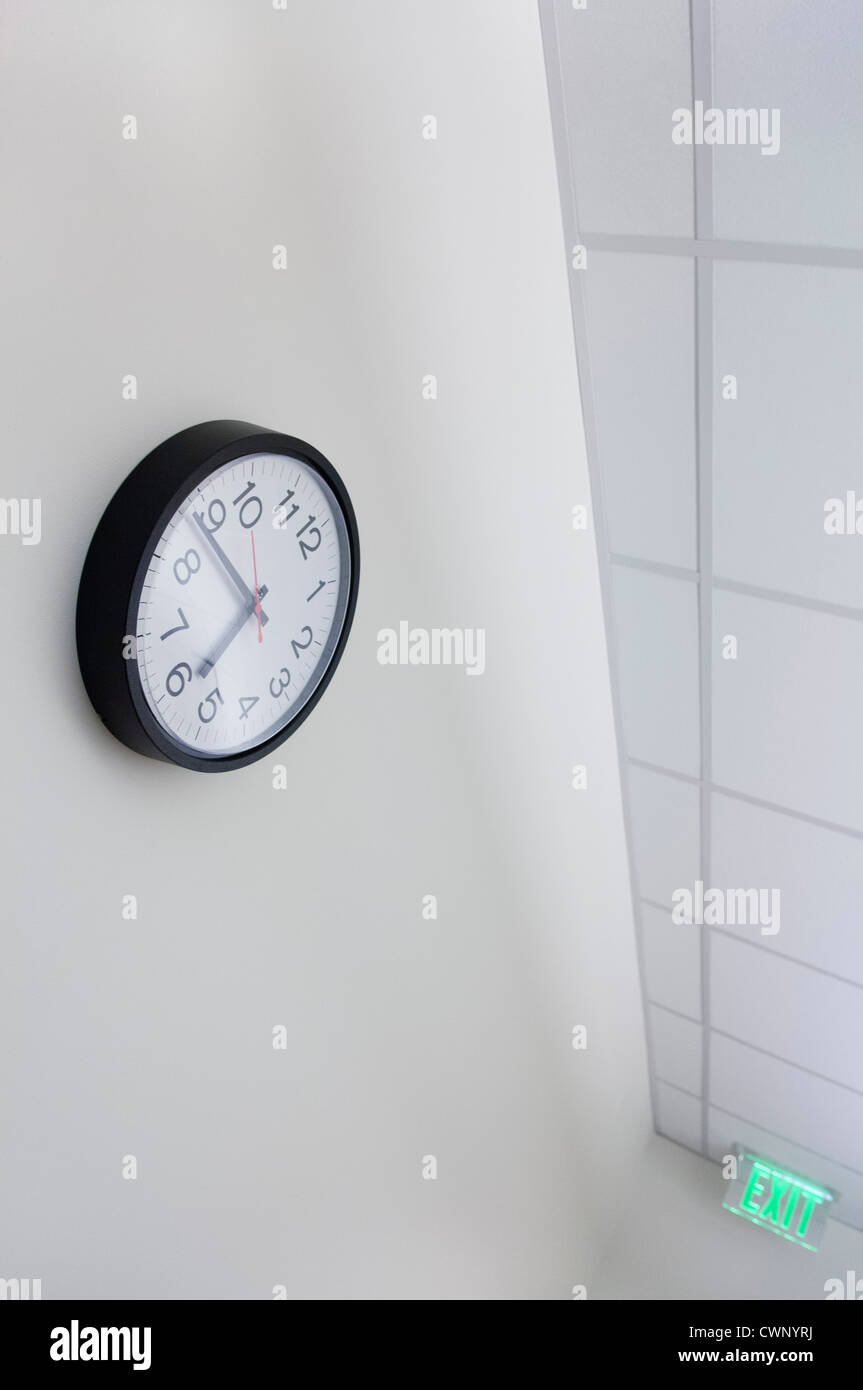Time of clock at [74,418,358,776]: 7:53
